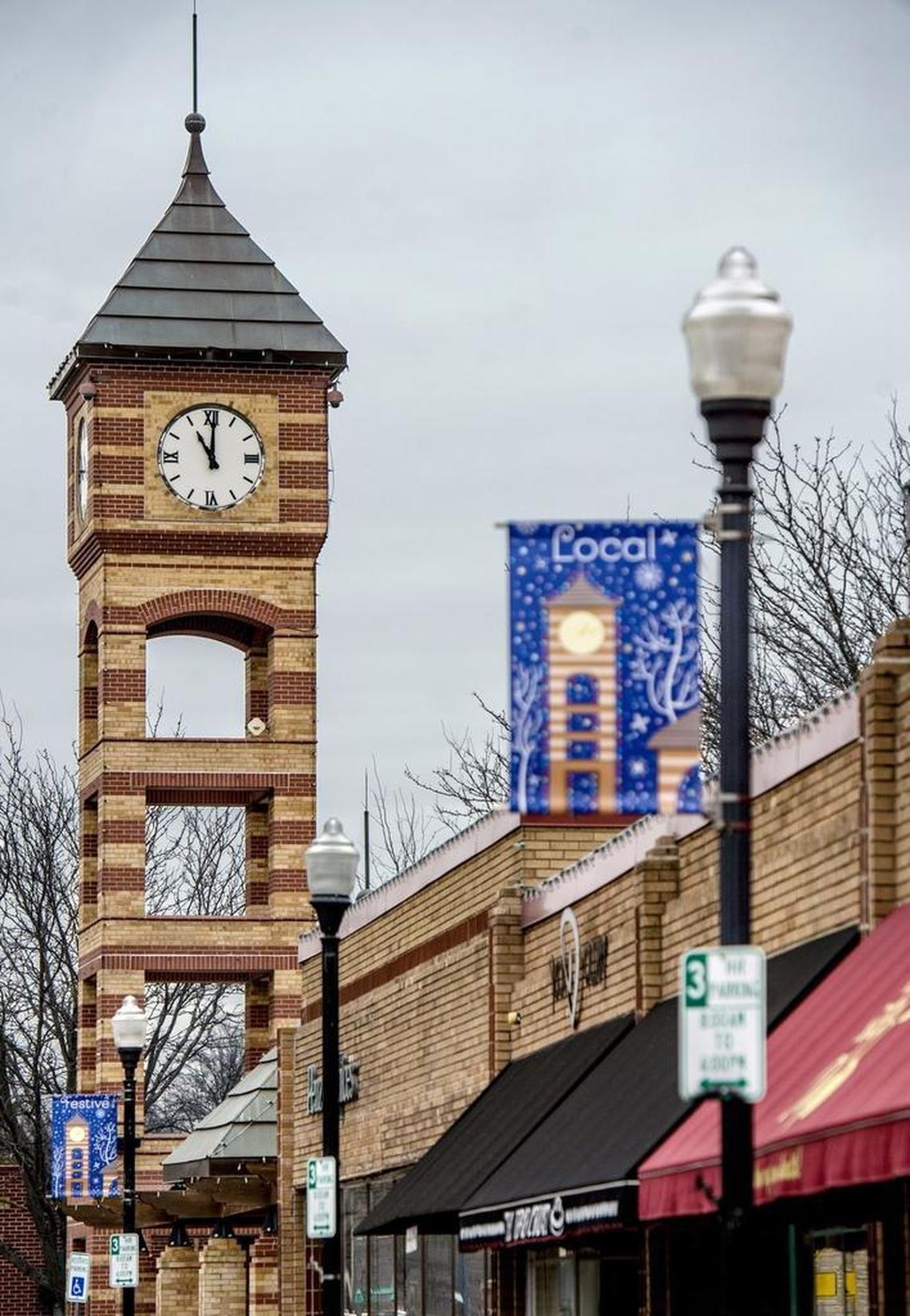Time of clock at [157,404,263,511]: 11:00
